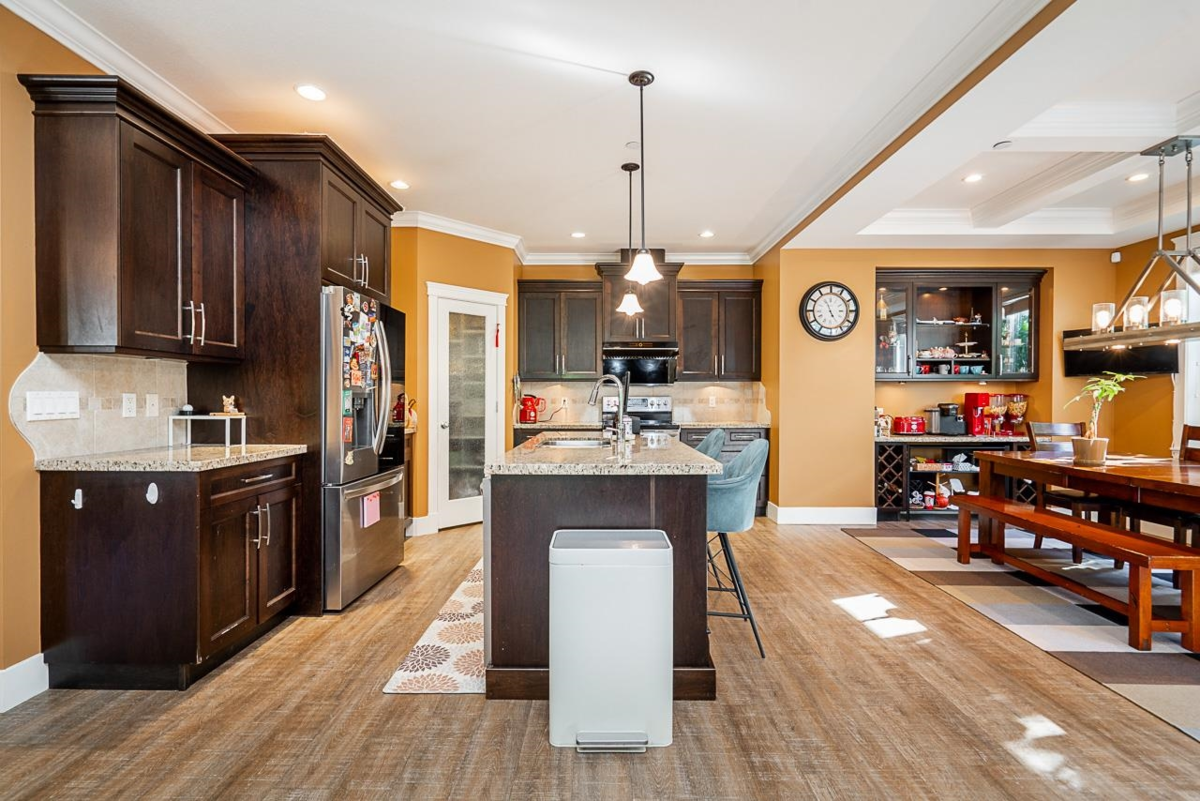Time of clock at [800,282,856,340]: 4:56
